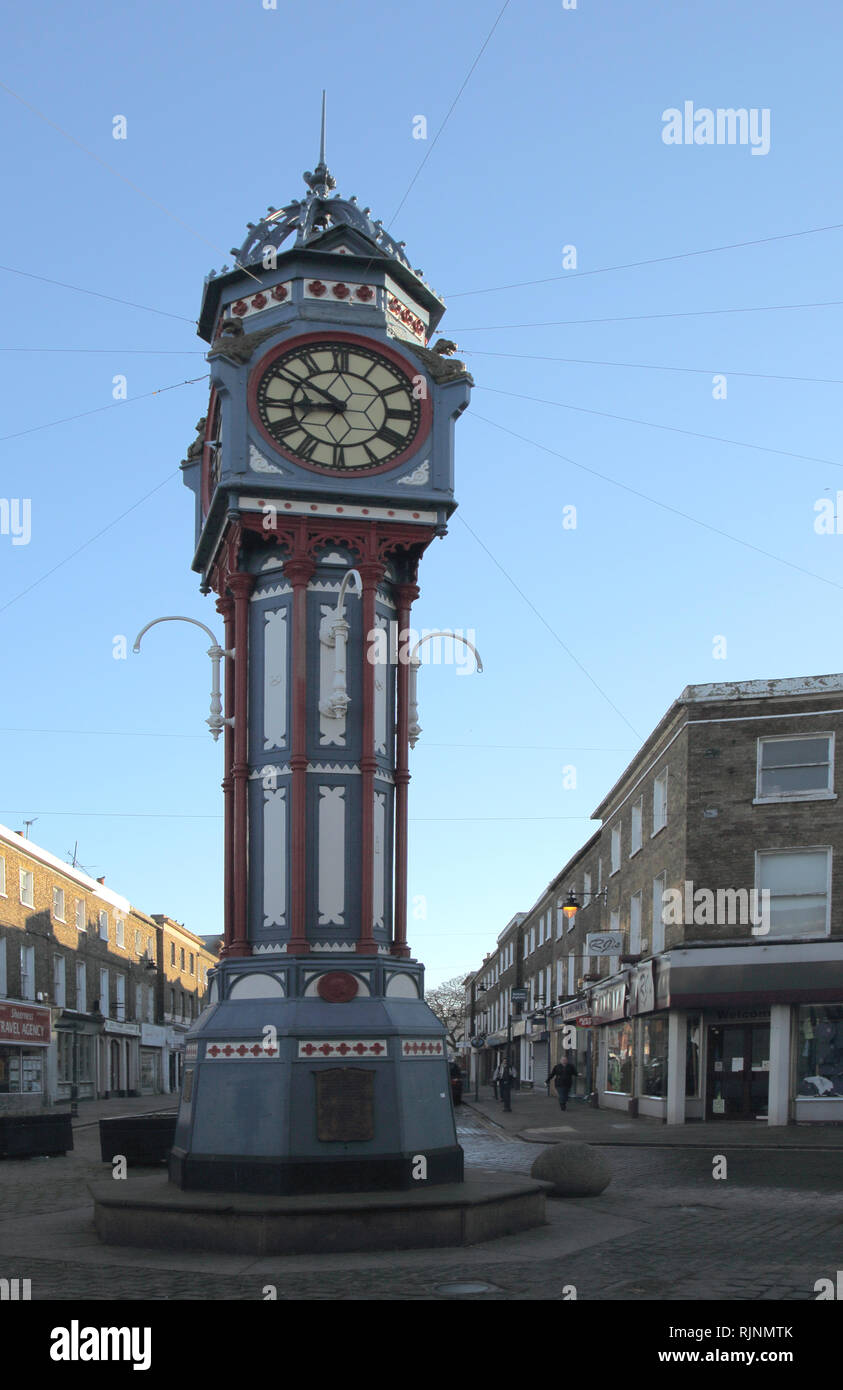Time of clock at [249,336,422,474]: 8:51
